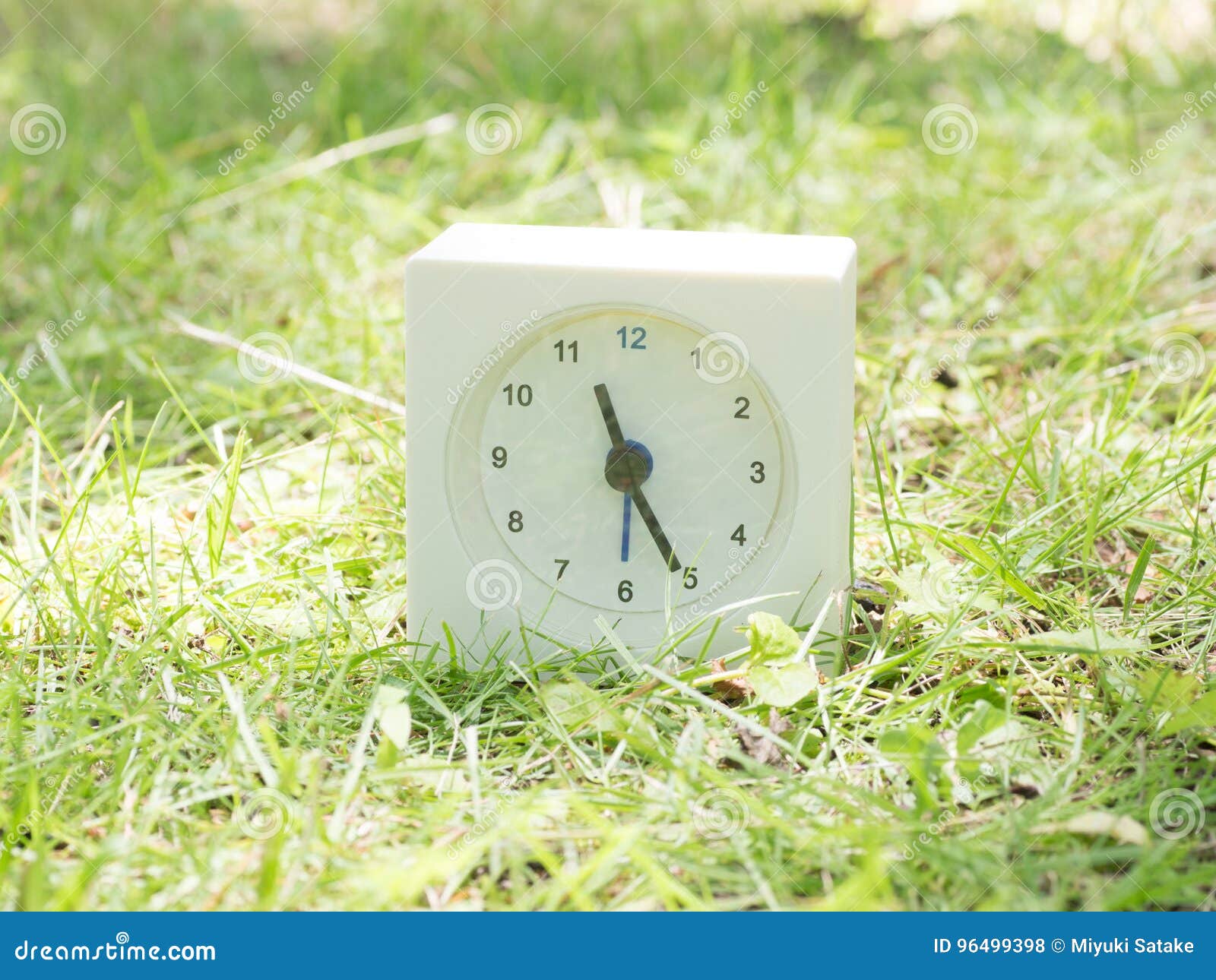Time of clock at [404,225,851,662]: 11:25
